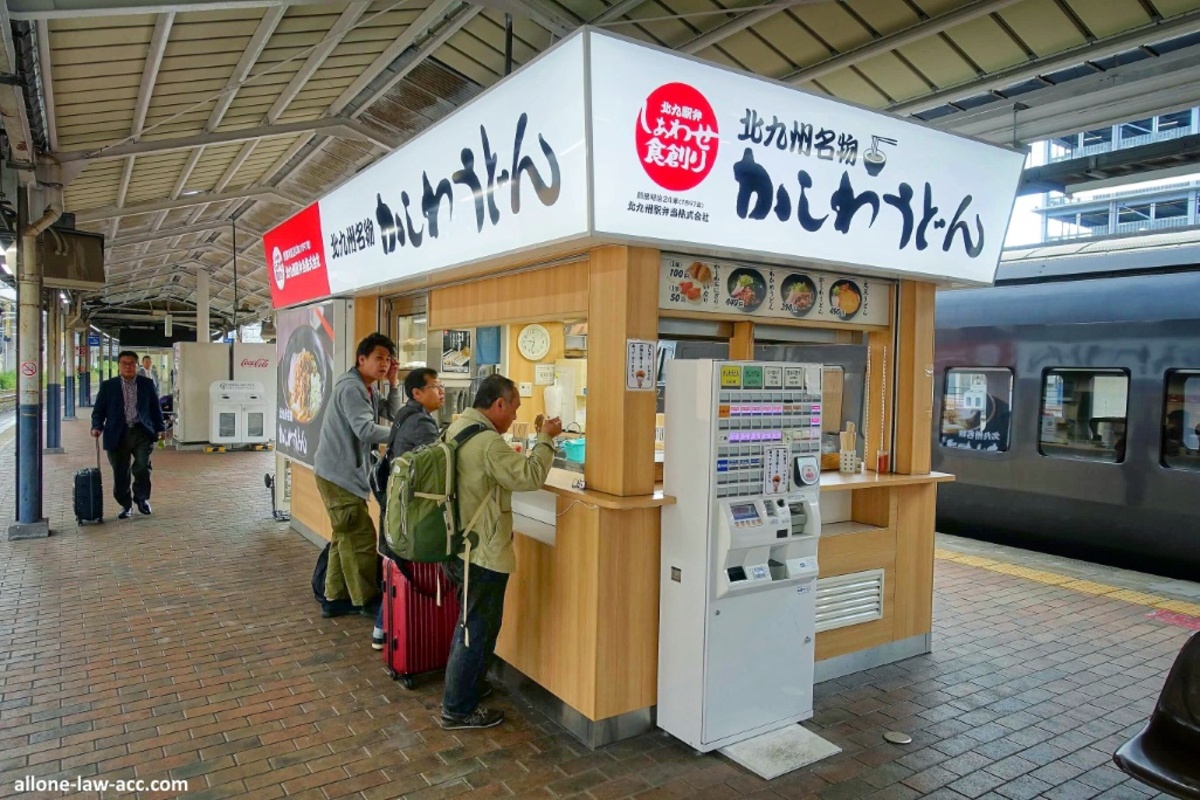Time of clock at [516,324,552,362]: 9:32
